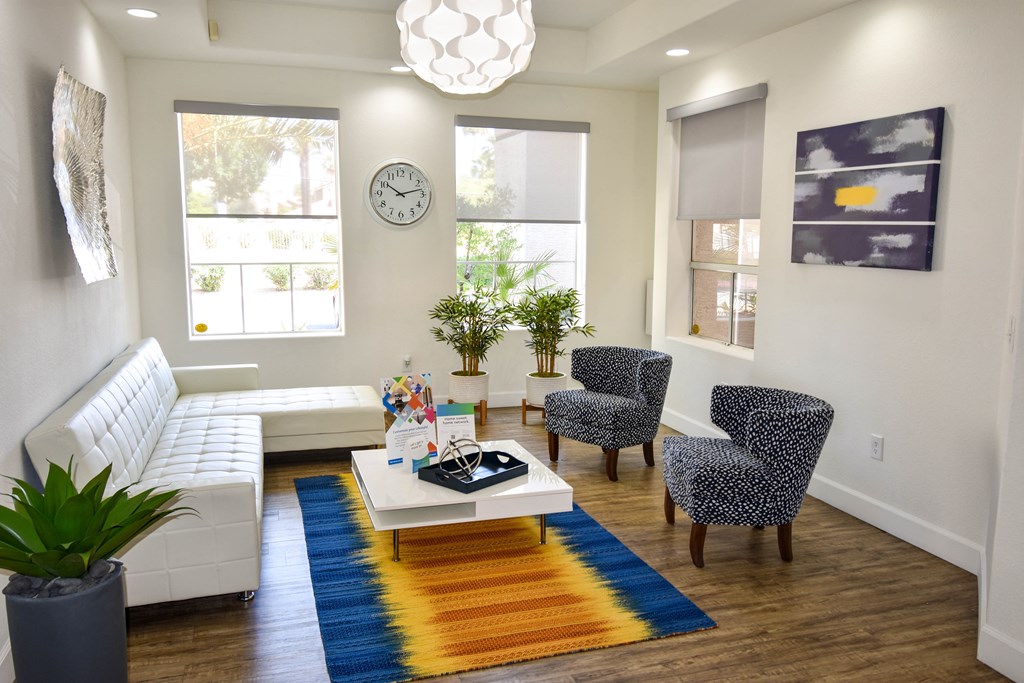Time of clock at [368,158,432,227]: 10:12
